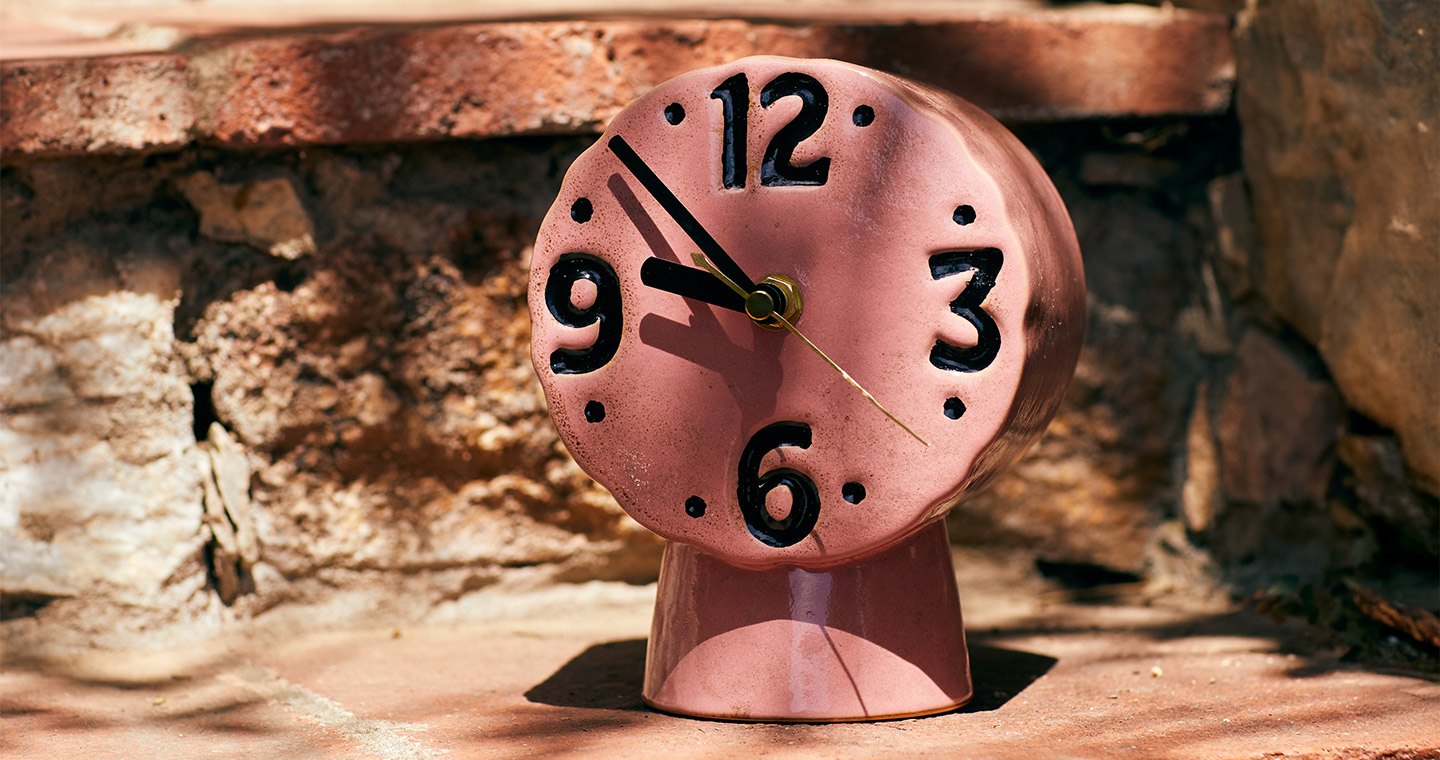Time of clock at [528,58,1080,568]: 9:53
